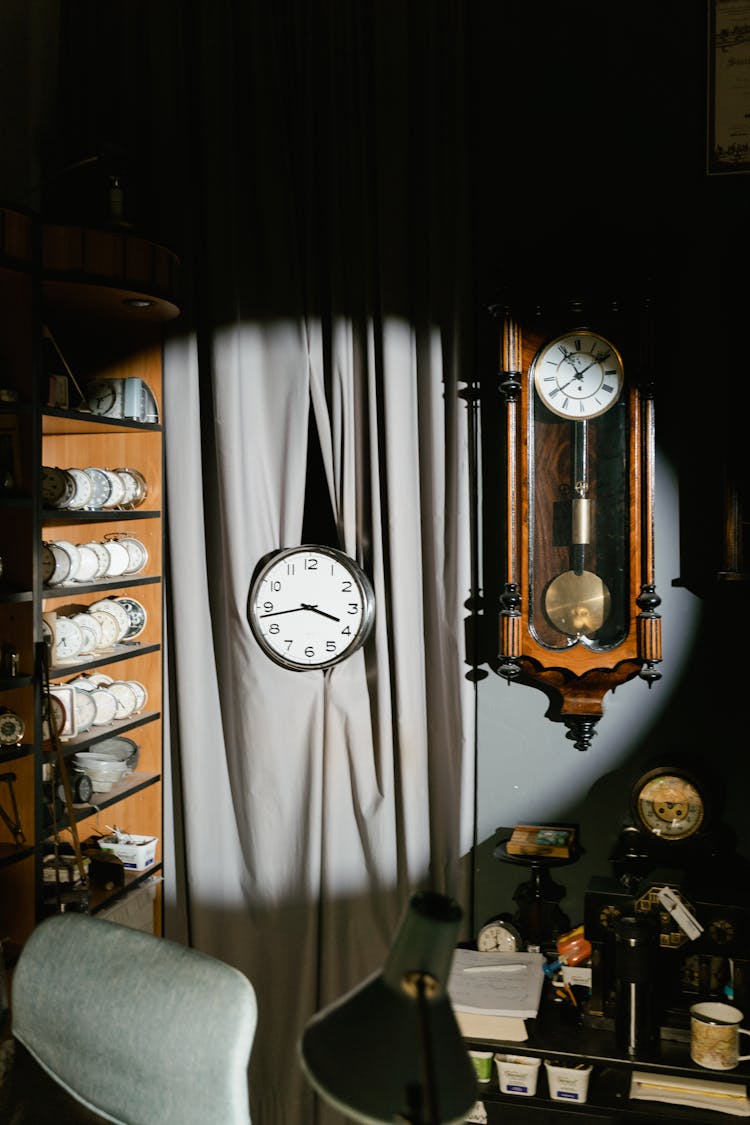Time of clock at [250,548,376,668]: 3:43
